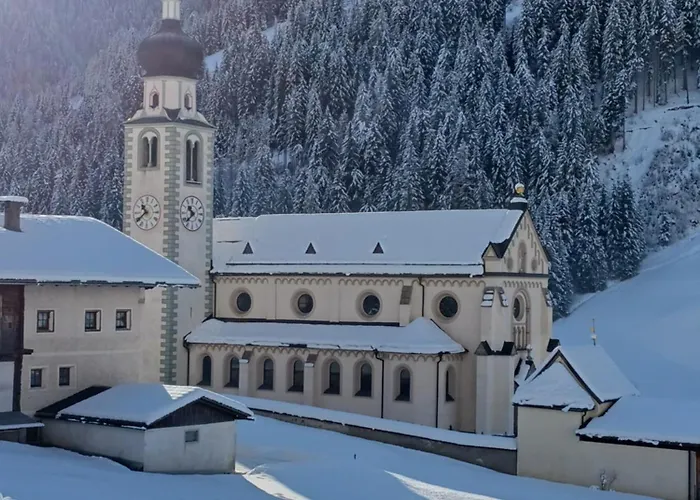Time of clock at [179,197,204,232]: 10:37
